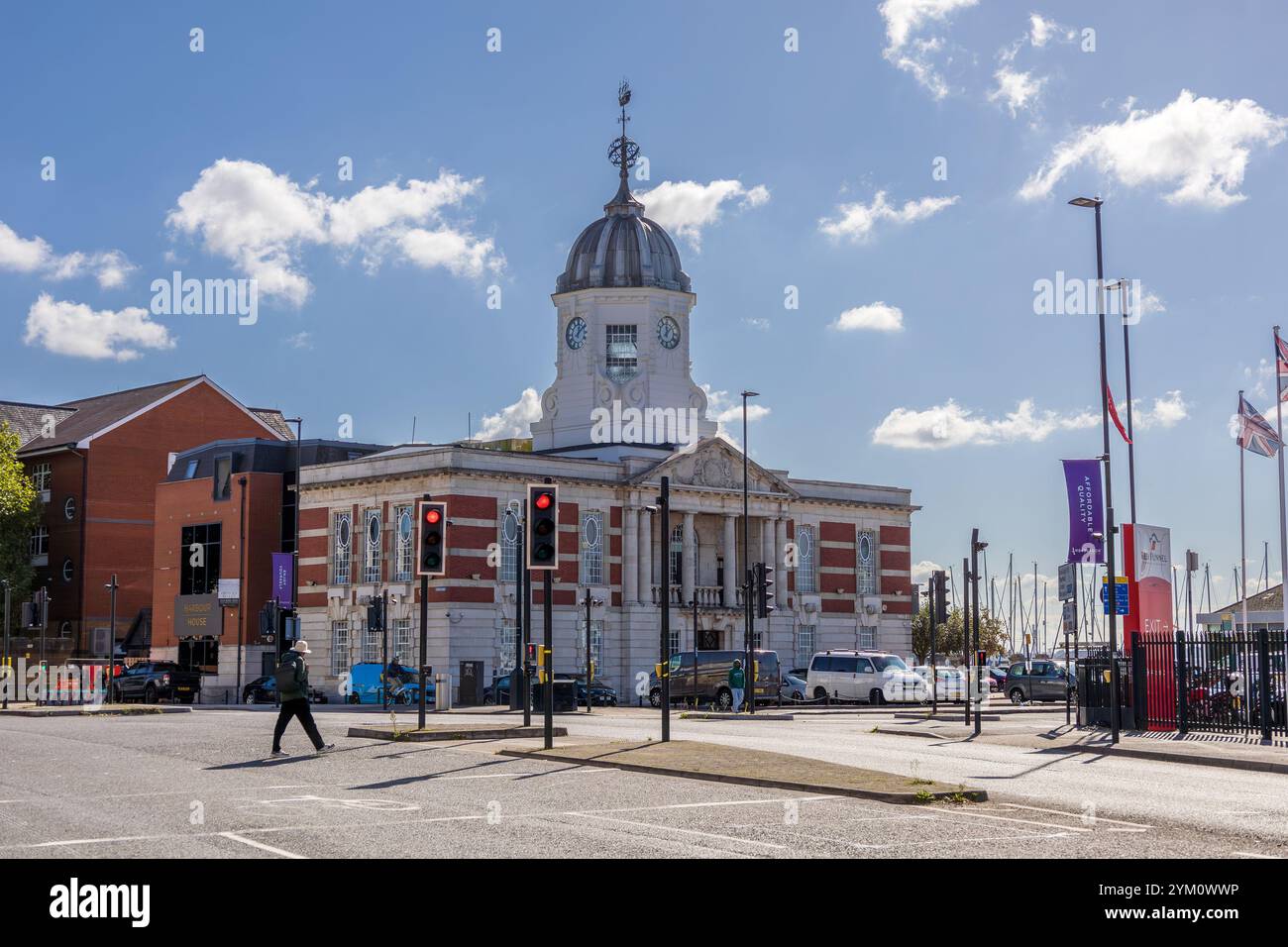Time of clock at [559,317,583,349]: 12:07
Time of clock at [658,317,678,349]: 12:07
